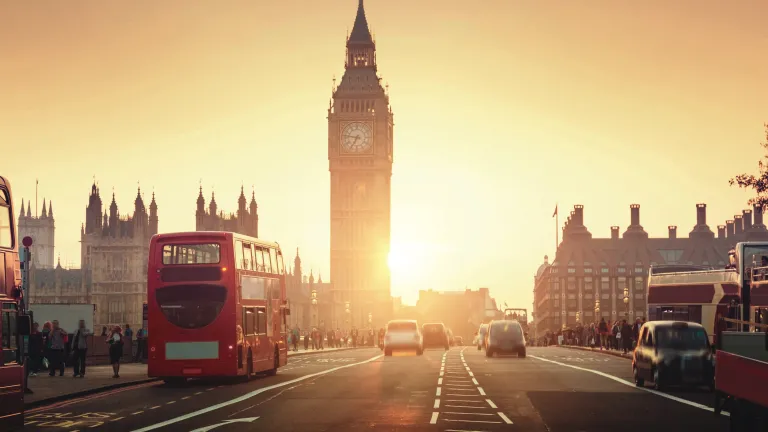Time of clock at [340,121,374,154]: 6:46
